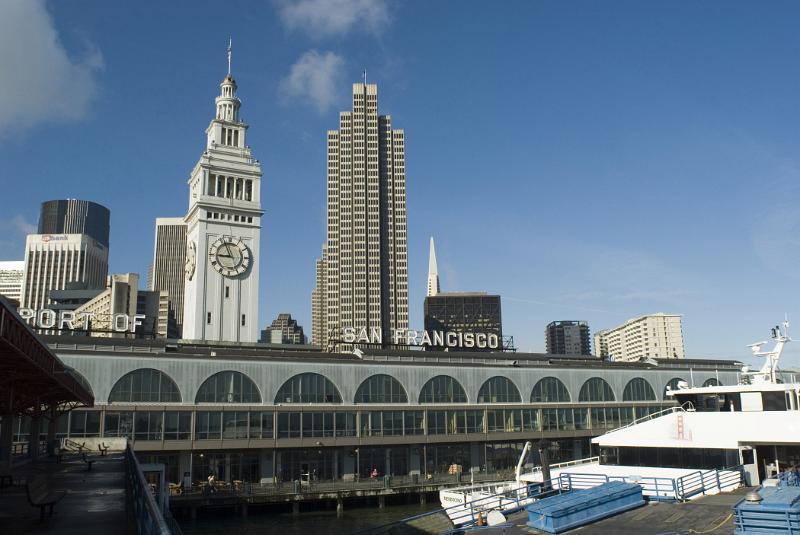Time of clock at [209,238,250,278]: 8:56
